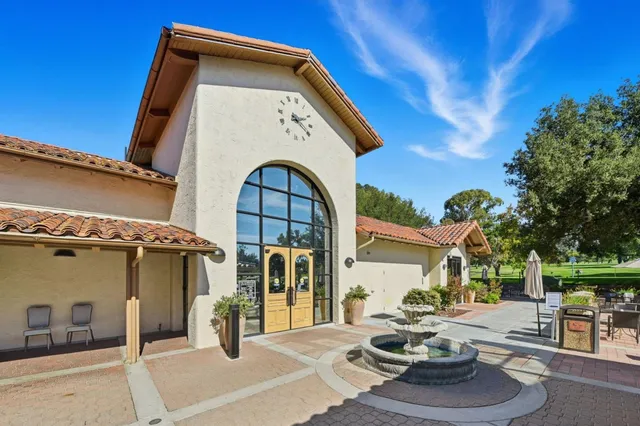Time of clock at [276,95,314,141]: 2:20
